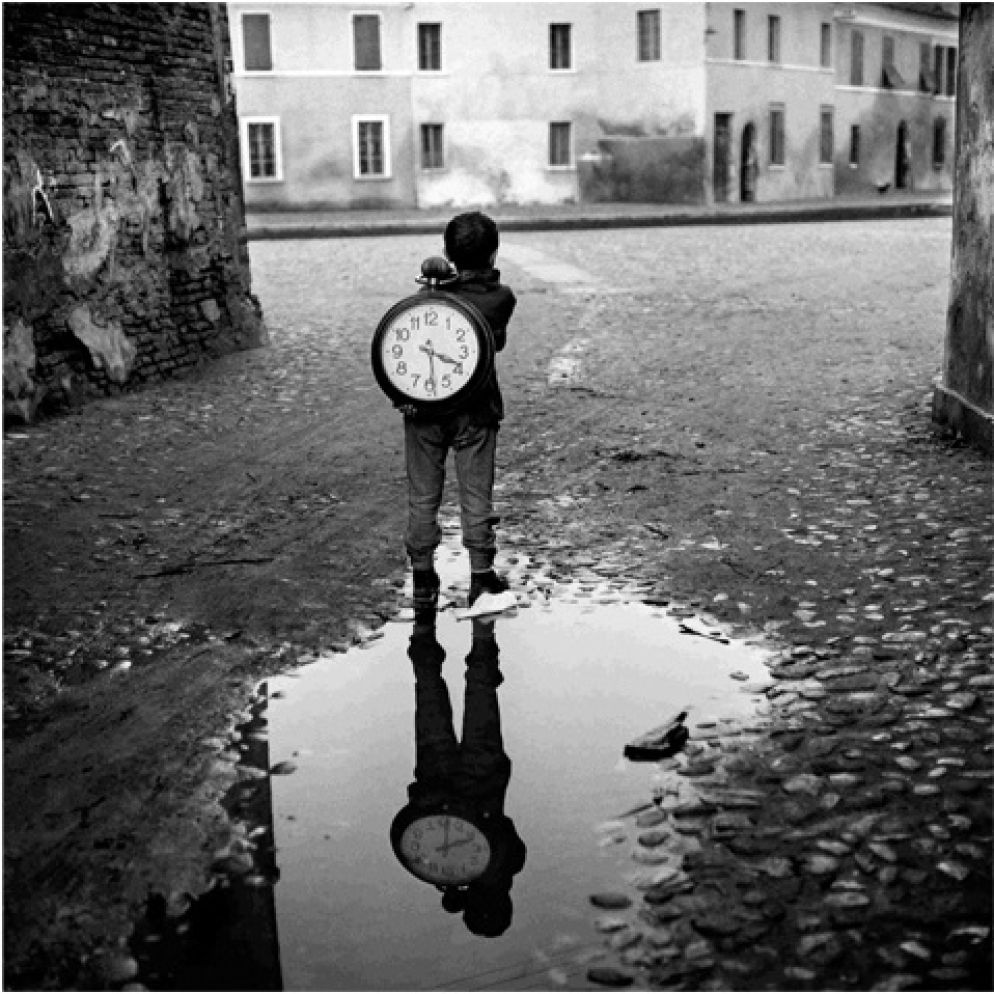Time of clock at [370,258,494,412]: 3:29
